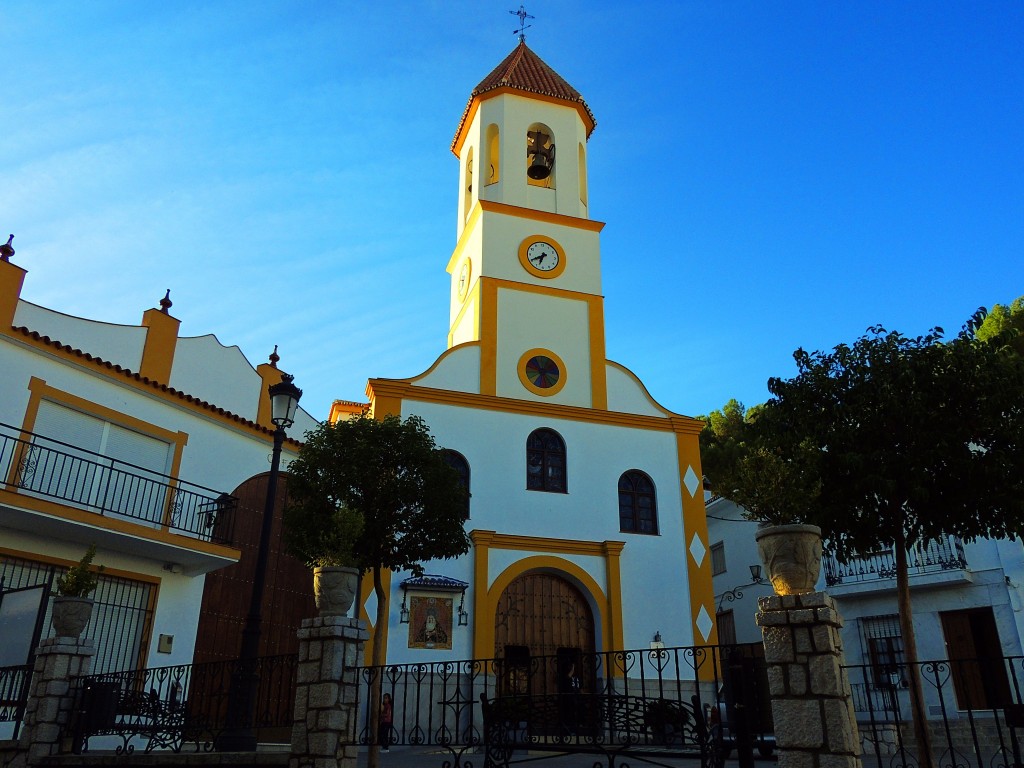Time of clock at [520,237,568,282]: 6:40
